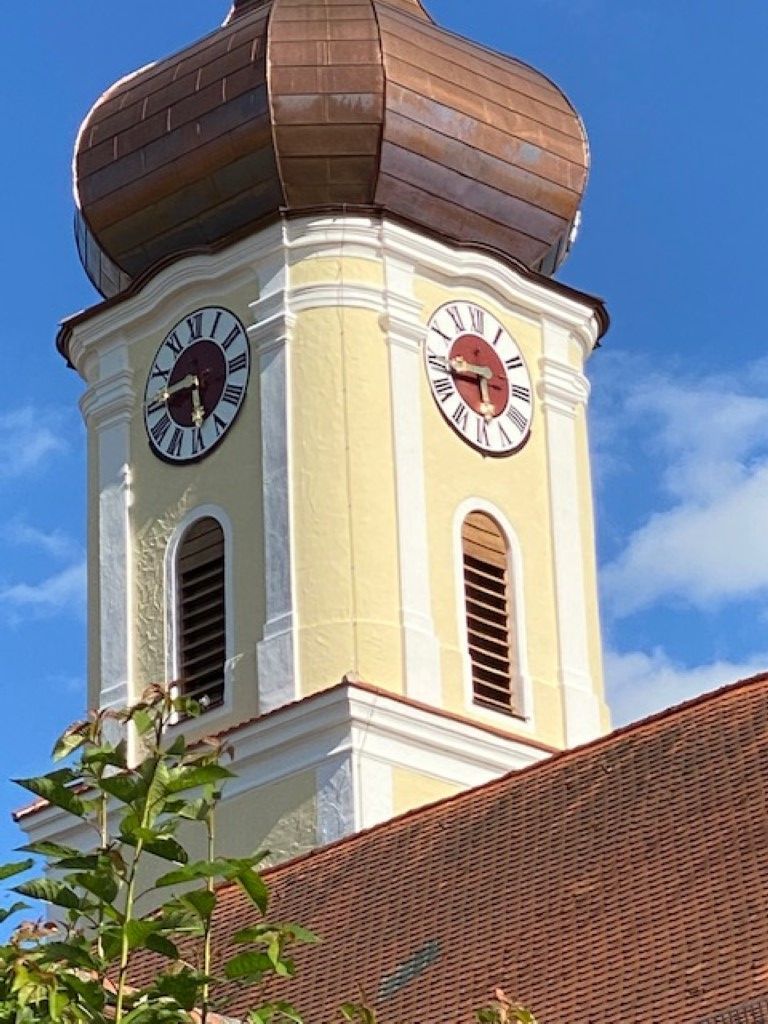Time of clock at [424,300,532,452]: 5:43
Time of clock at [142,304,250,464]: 5:45
